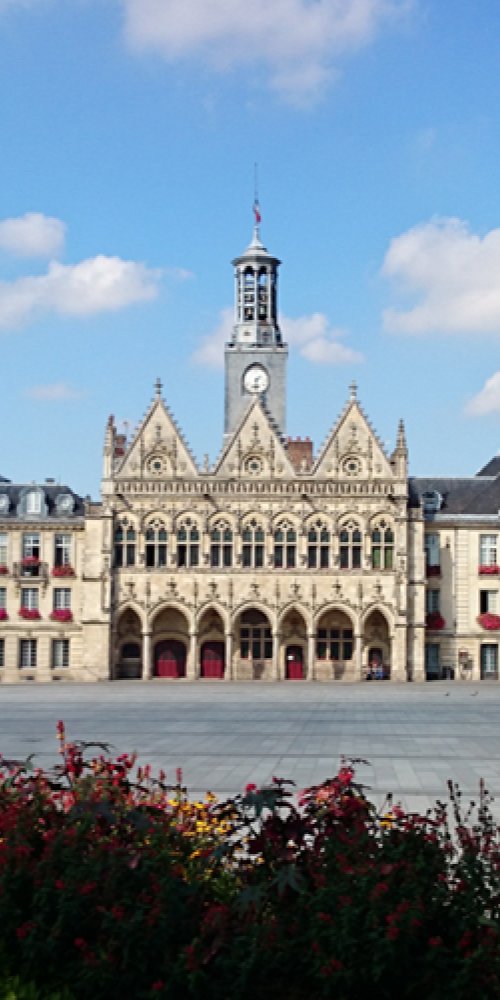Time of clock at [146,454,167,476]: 8:27
